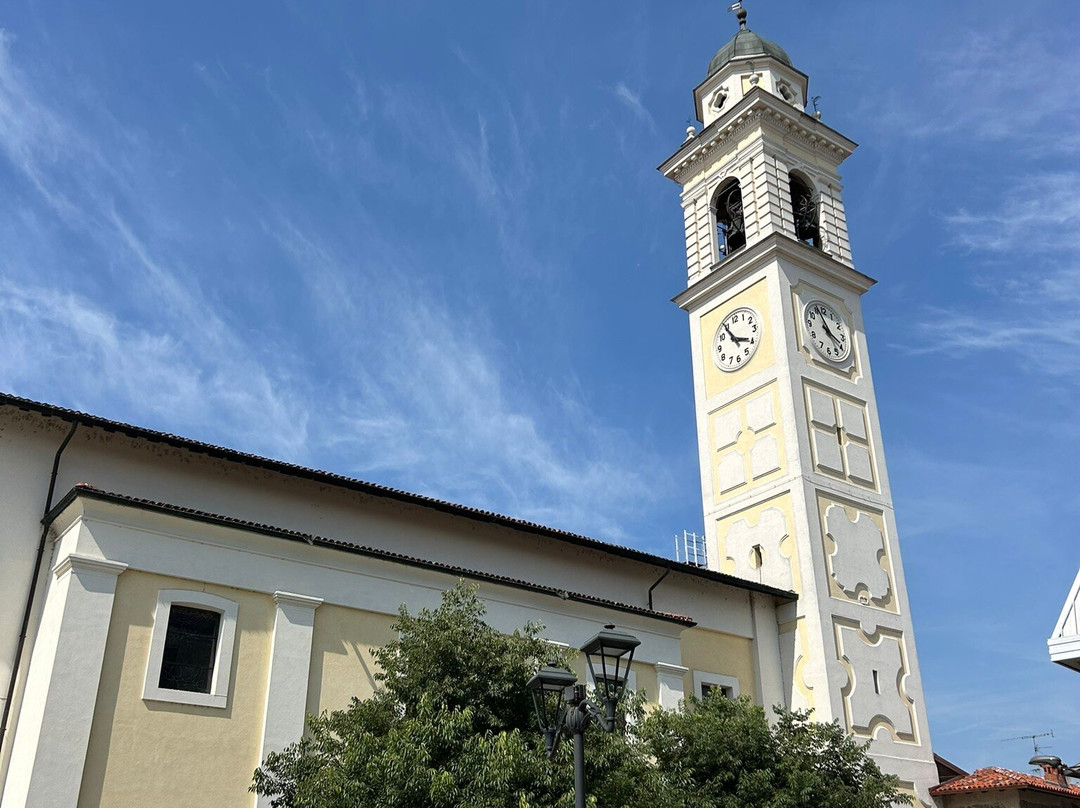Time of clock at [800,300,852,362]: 3:55
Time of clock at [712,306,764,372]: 3:54
